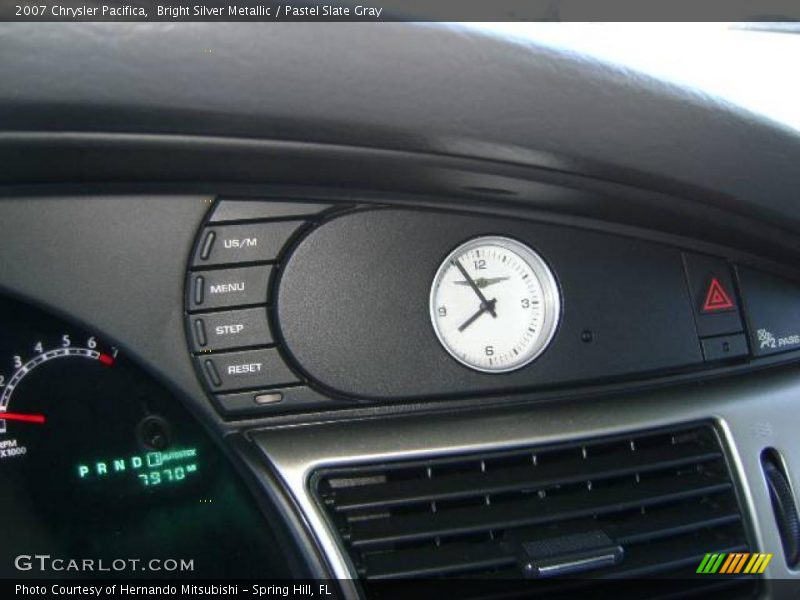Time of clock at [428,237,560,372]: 7:54
